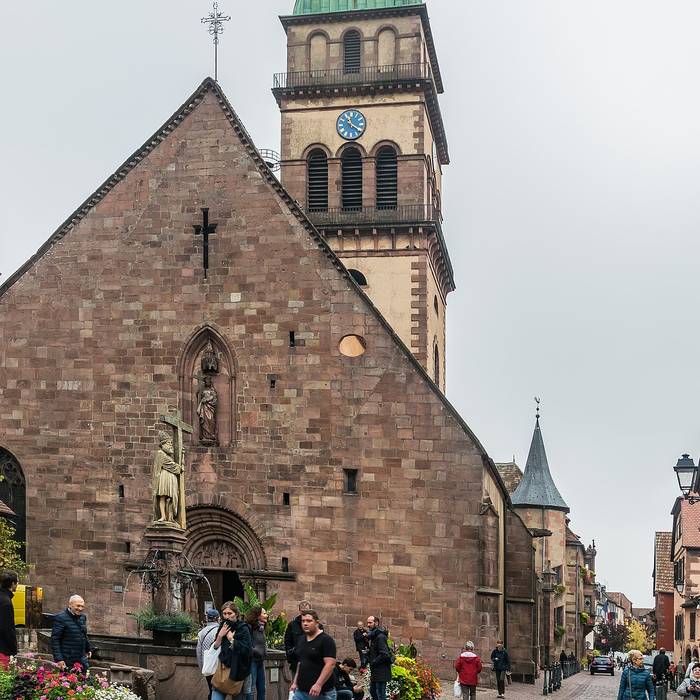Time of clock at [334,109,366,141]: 11:20
